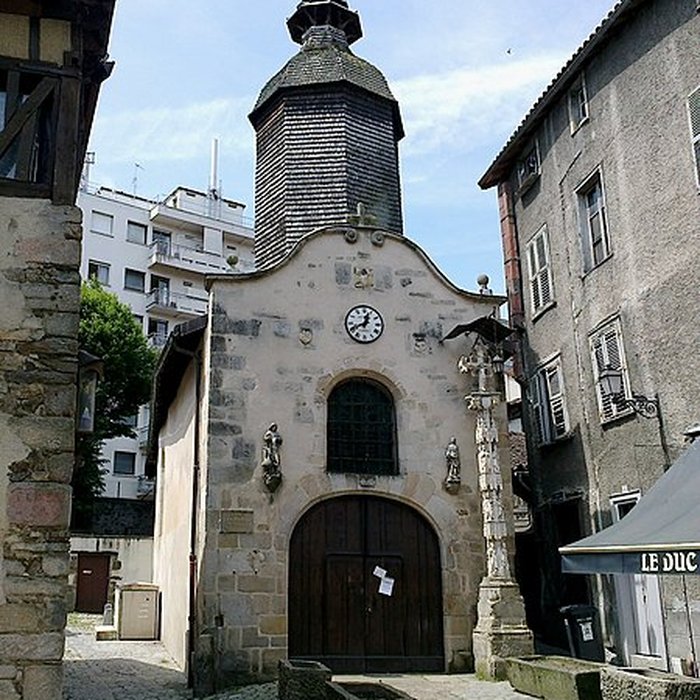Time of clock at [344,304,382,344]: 12:40
